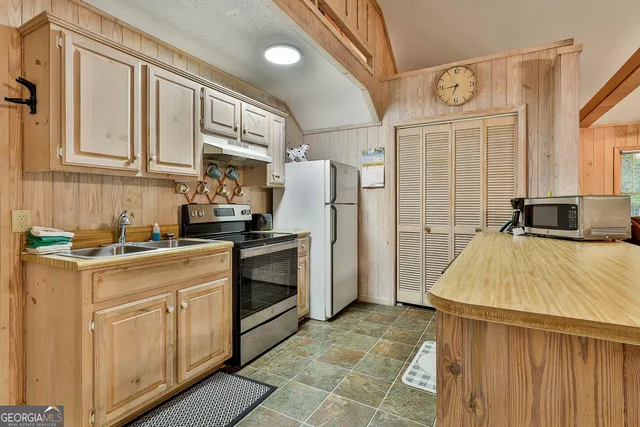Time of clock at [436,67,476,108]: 6:43
